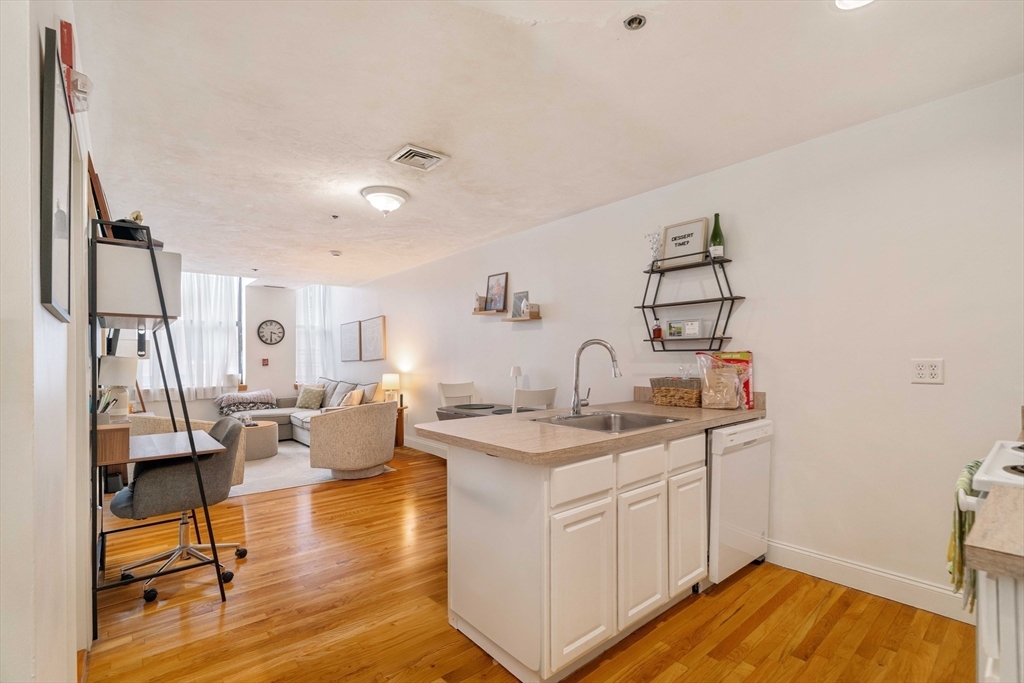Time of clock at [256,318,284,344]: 3:30
